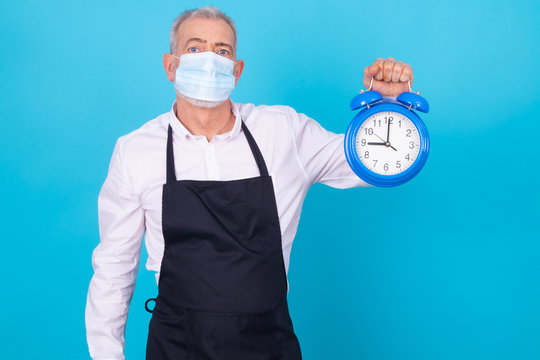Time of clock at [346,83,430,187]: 9:00
